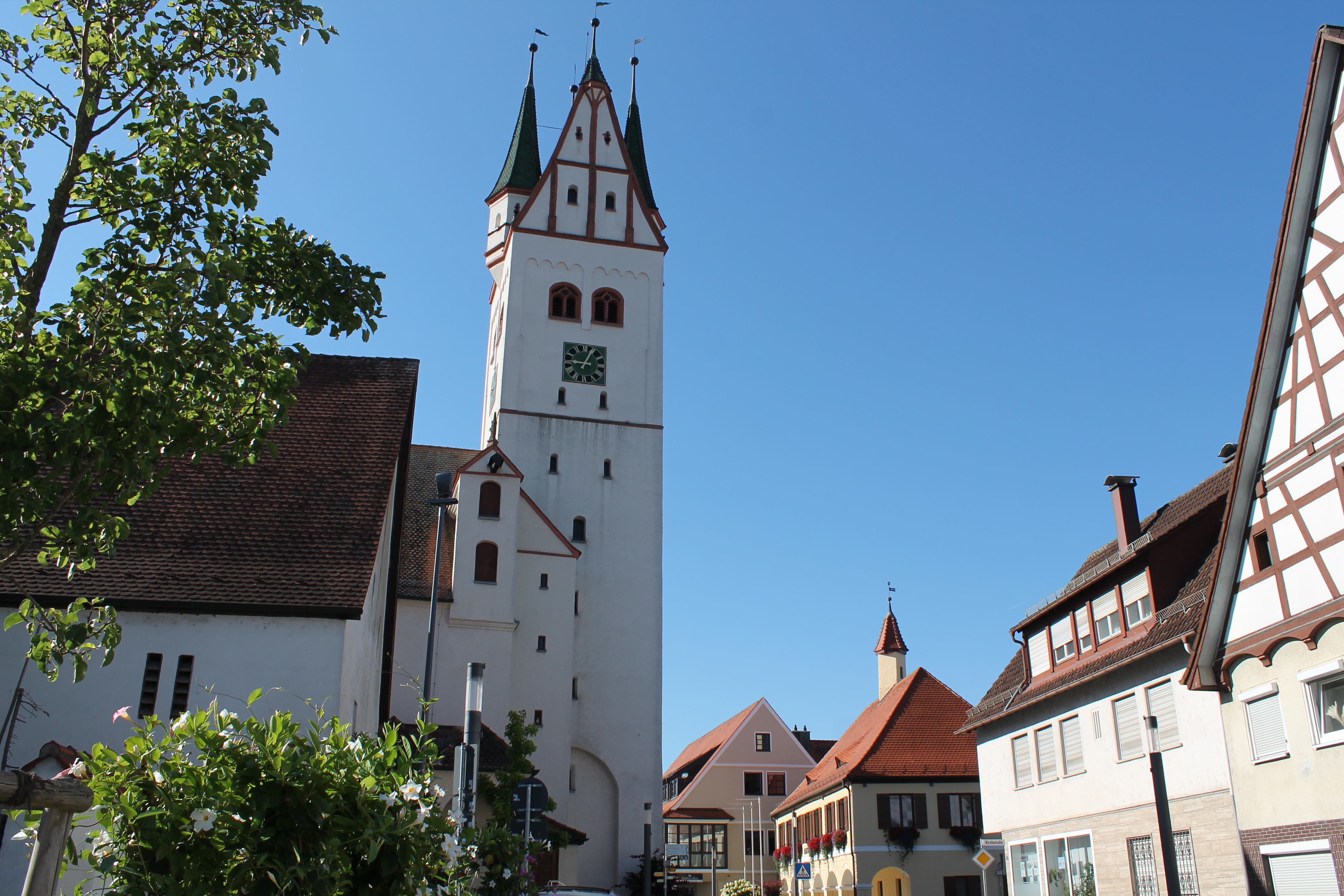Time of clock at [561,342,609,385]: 9:04
